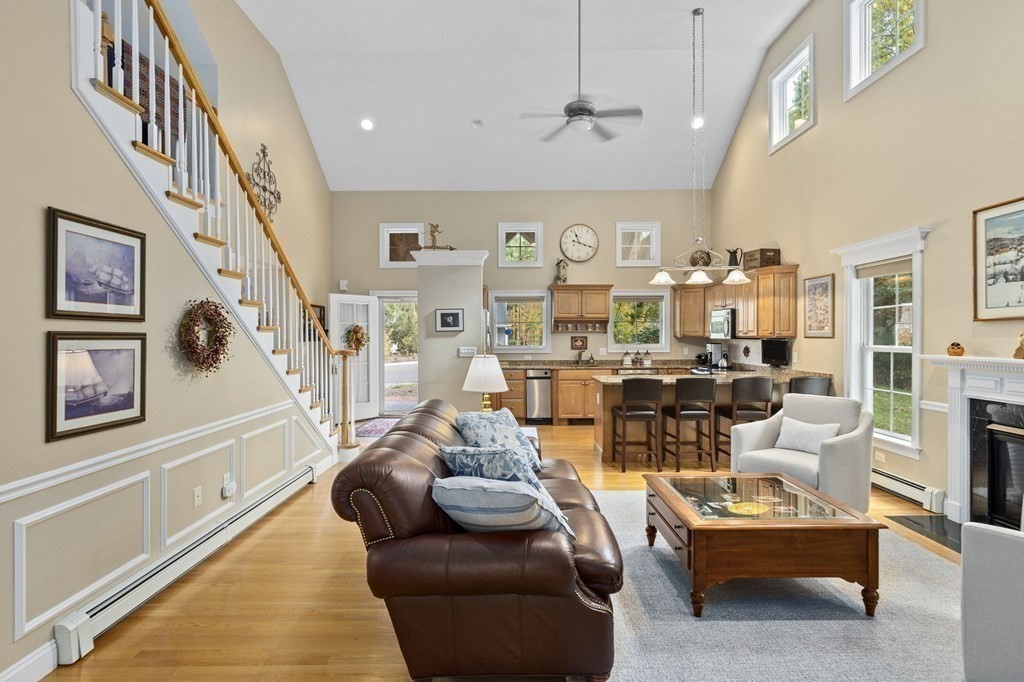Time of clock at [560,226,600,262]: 11:18
